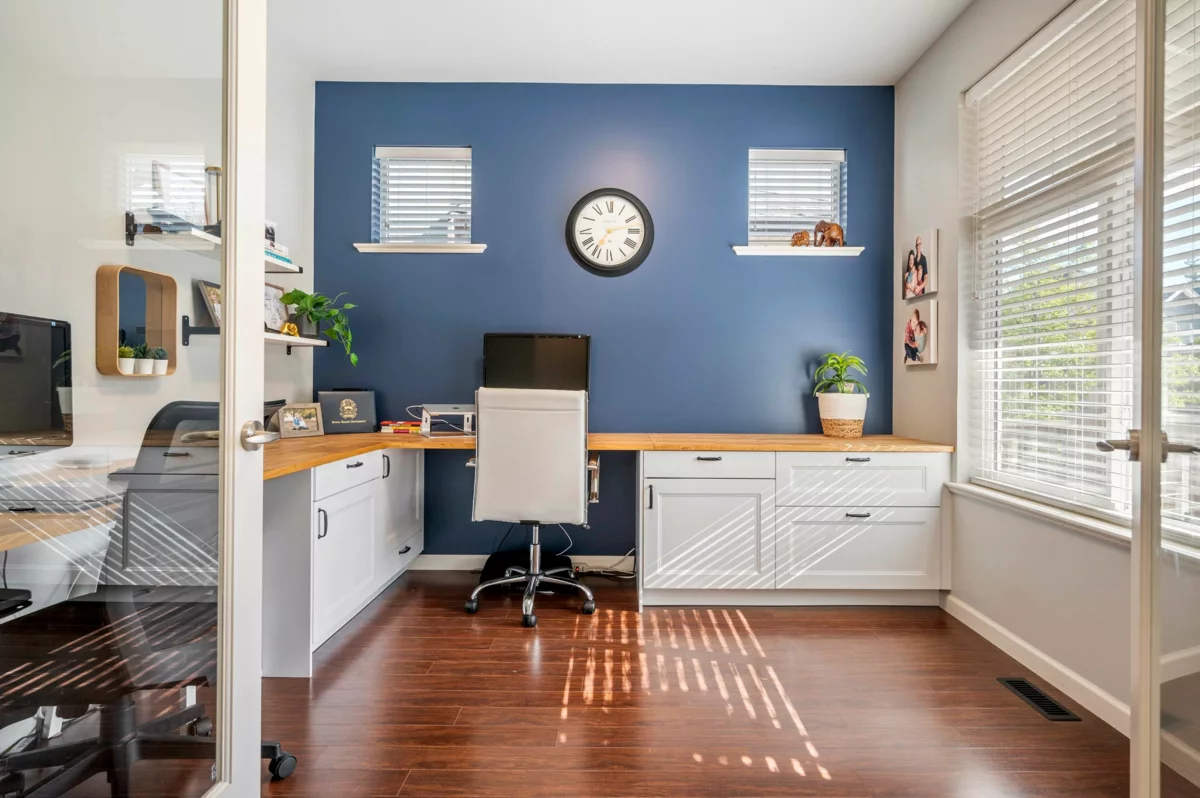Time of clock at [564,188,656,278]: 7:12
